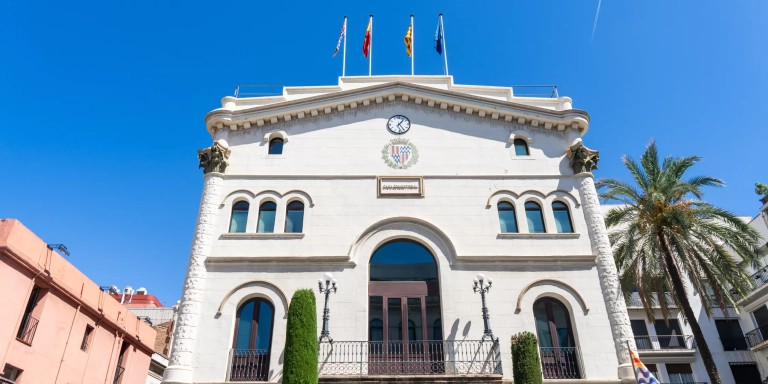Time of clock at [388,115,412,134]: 1:24
